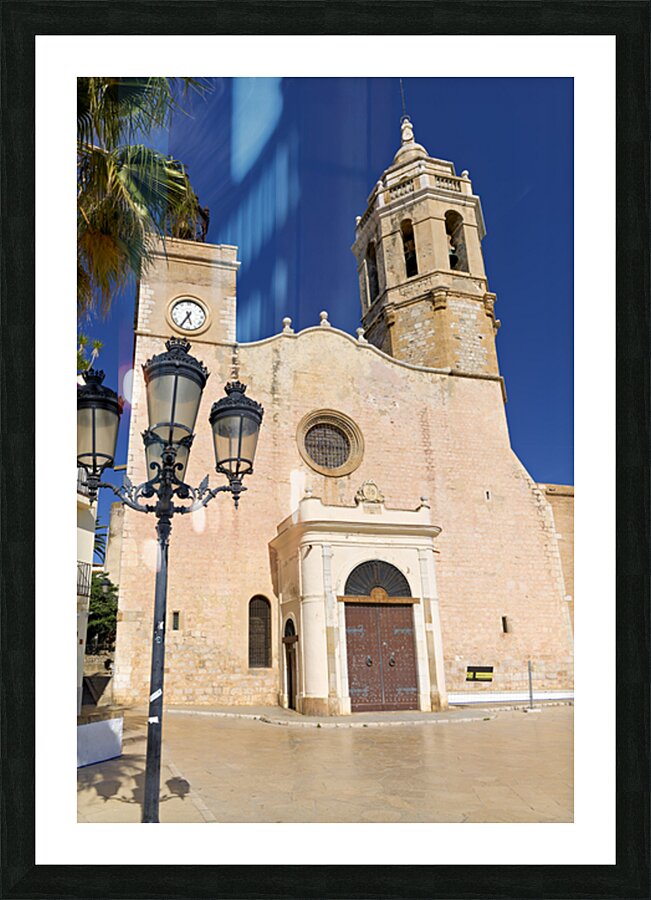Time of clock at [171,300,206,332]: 5:35
